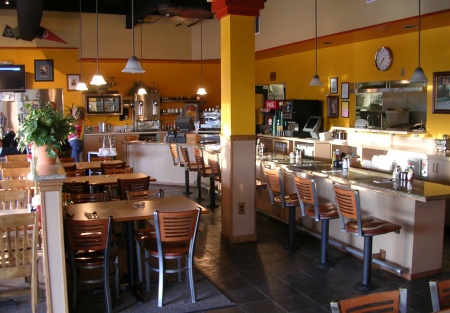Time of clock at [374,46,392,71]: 7:37
